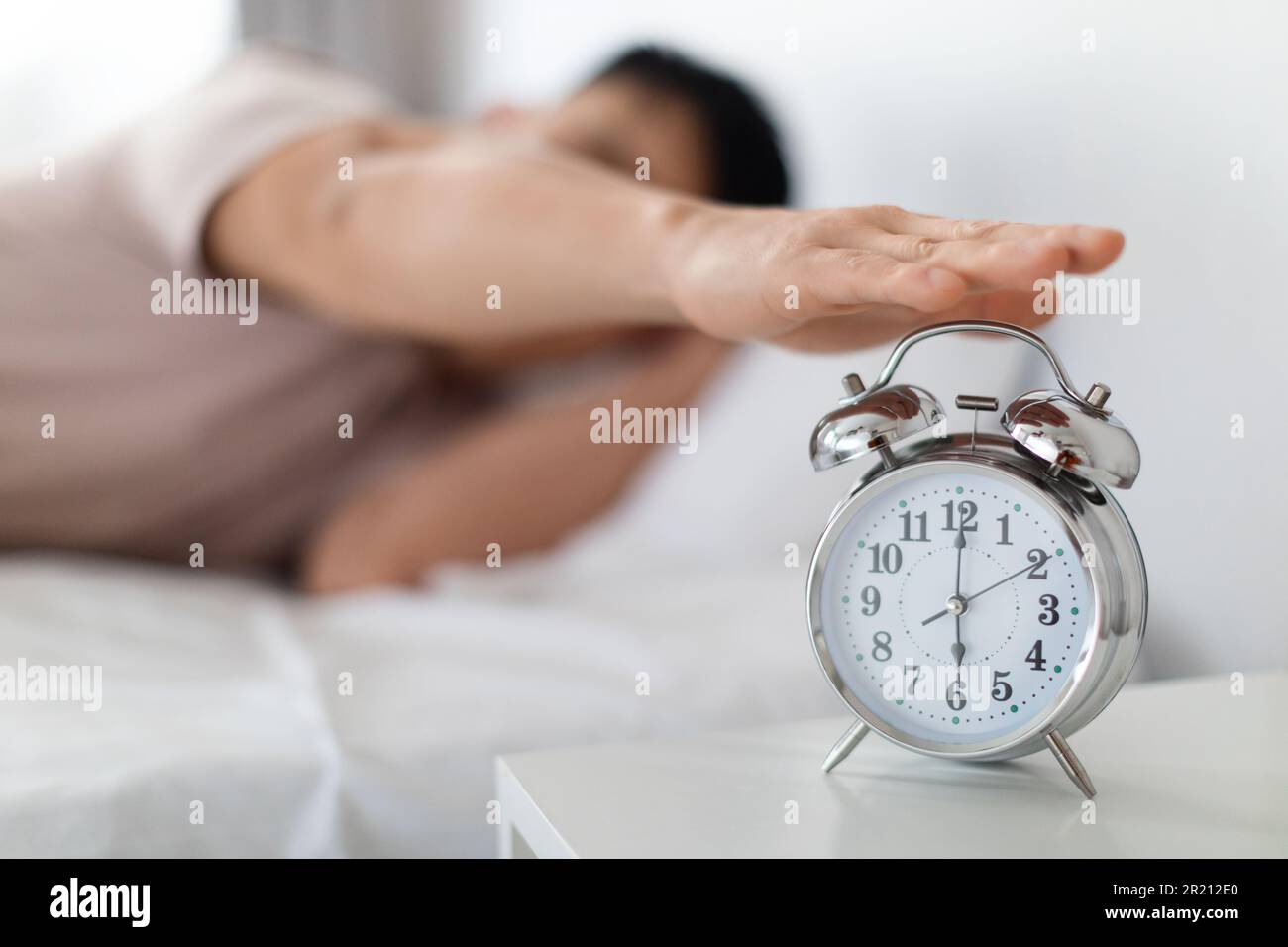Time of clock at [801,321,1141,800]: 6:00
